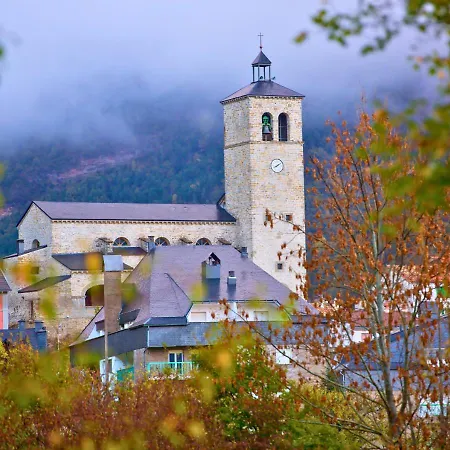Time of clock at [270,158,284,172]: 8:09
